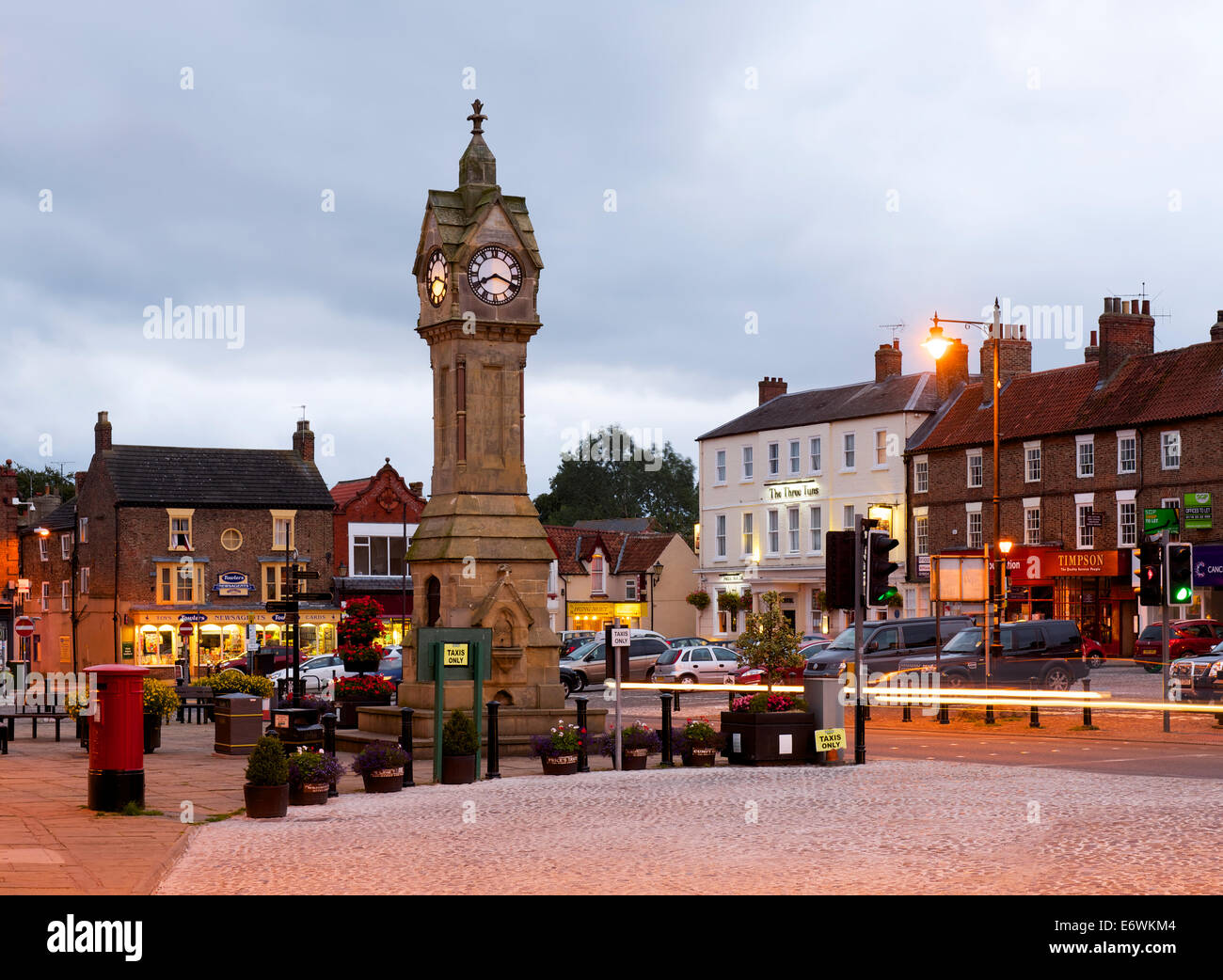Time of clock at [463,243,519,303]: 8:18
